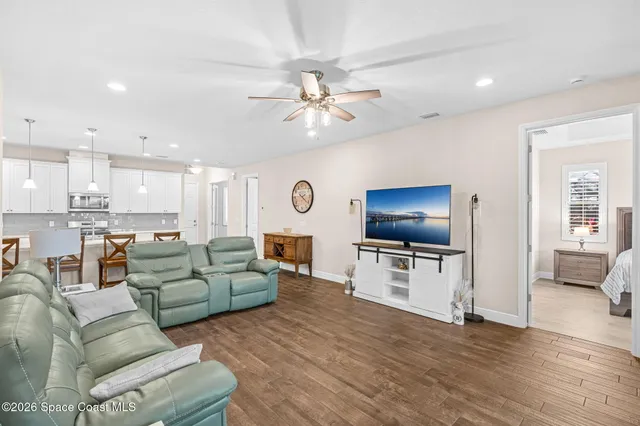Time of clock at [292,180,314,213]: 4:21
